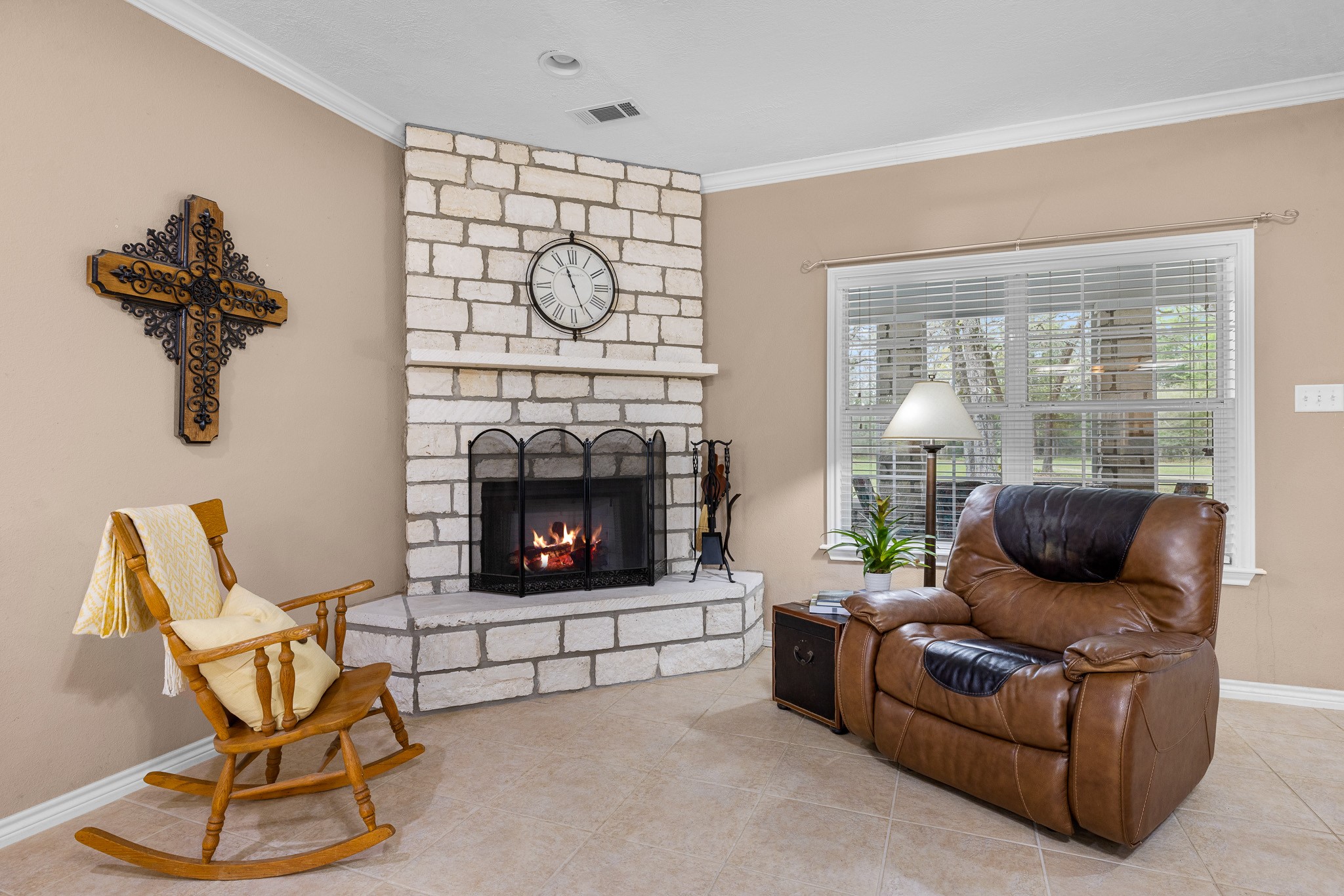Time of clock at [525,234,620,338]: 11:26
